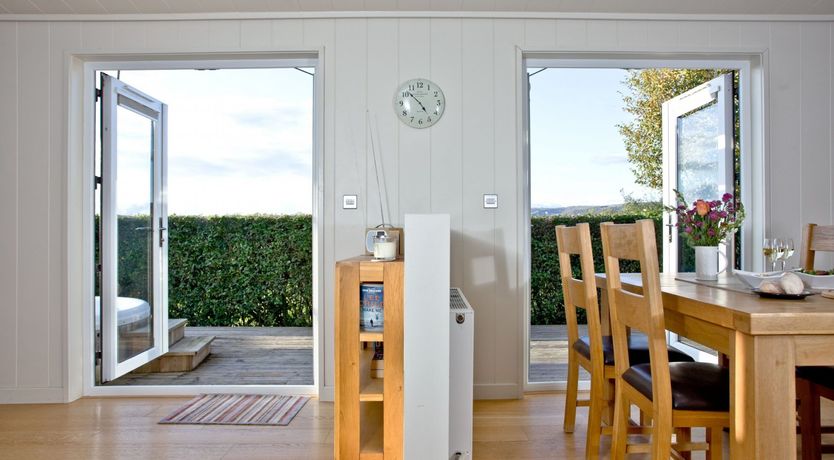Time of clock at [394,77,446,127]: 4:52
